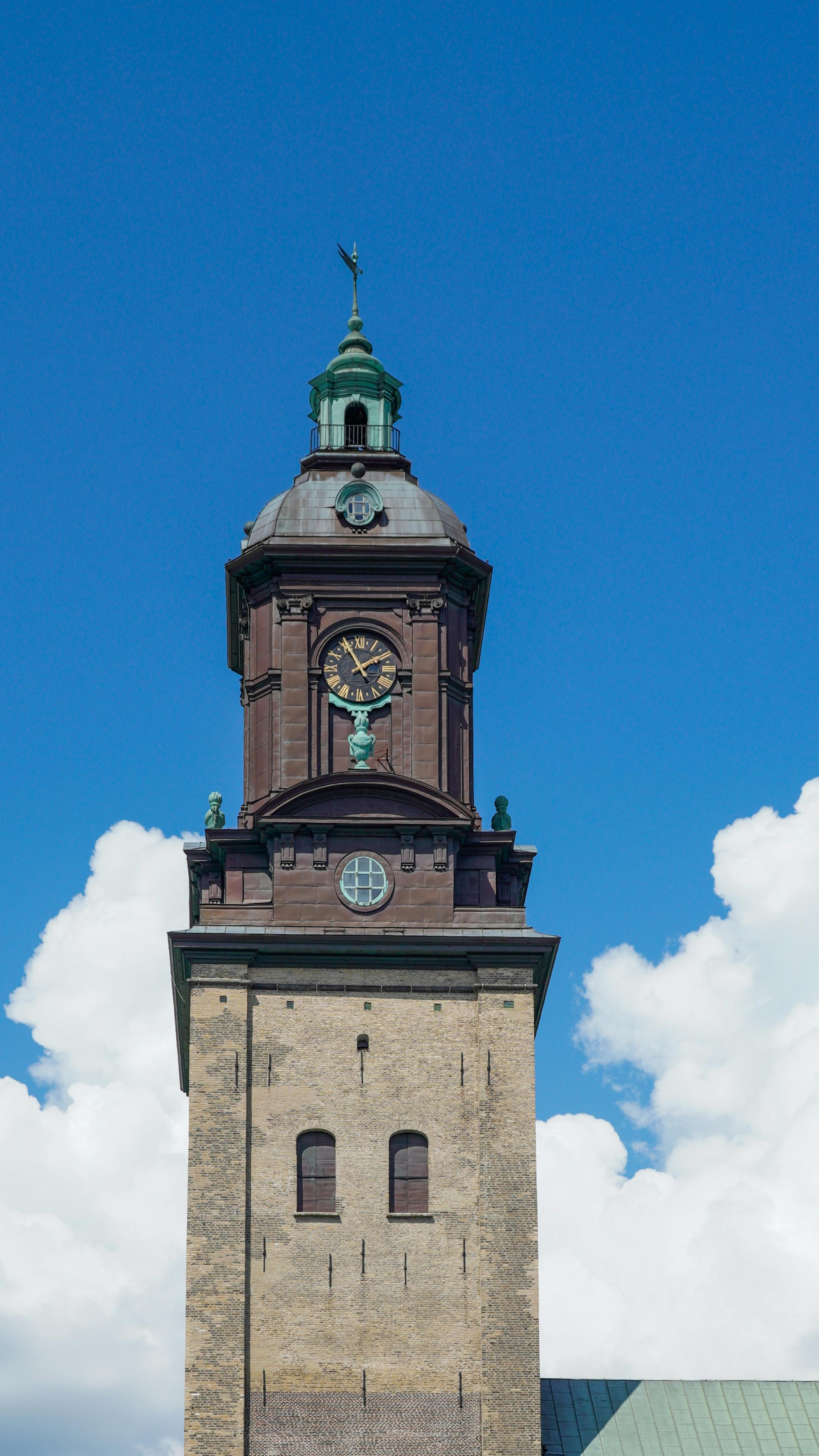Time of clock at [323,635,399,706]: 1:54
